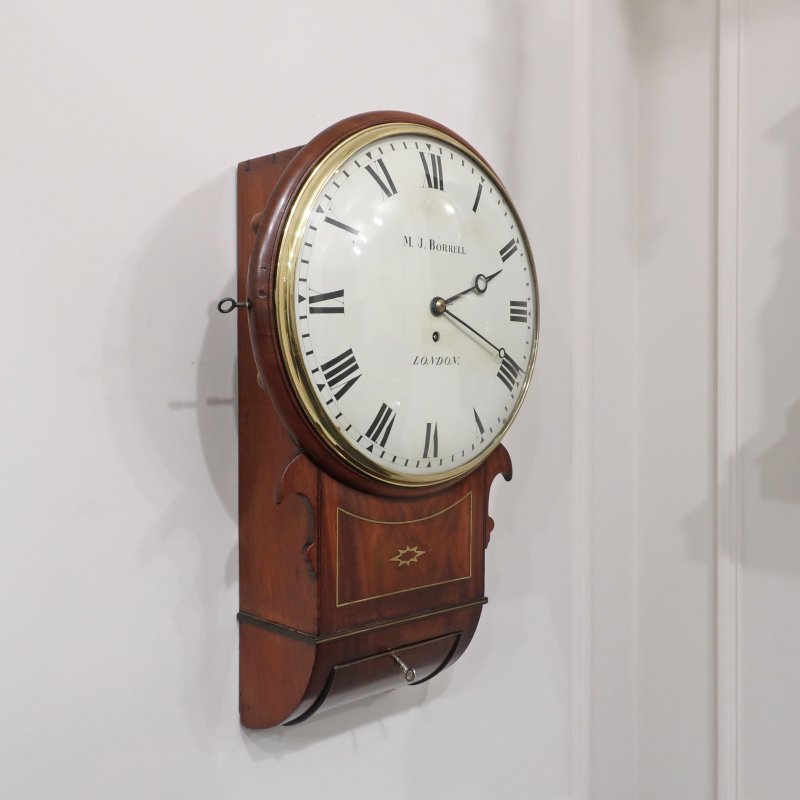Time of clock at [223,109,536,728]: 2:18
